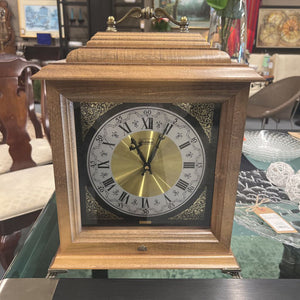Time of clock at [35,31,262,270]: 11:03
